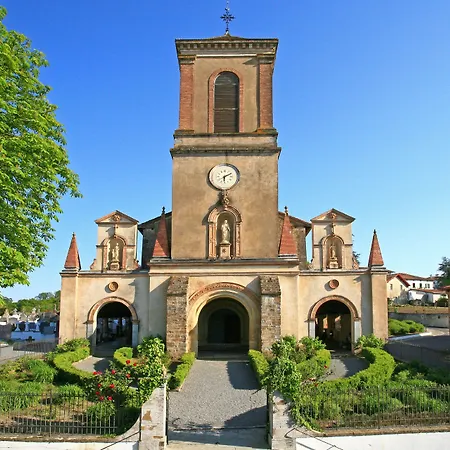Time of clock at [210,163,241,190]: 6:10
